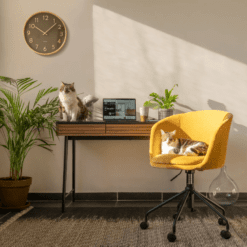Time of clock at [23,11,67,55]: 10:07
